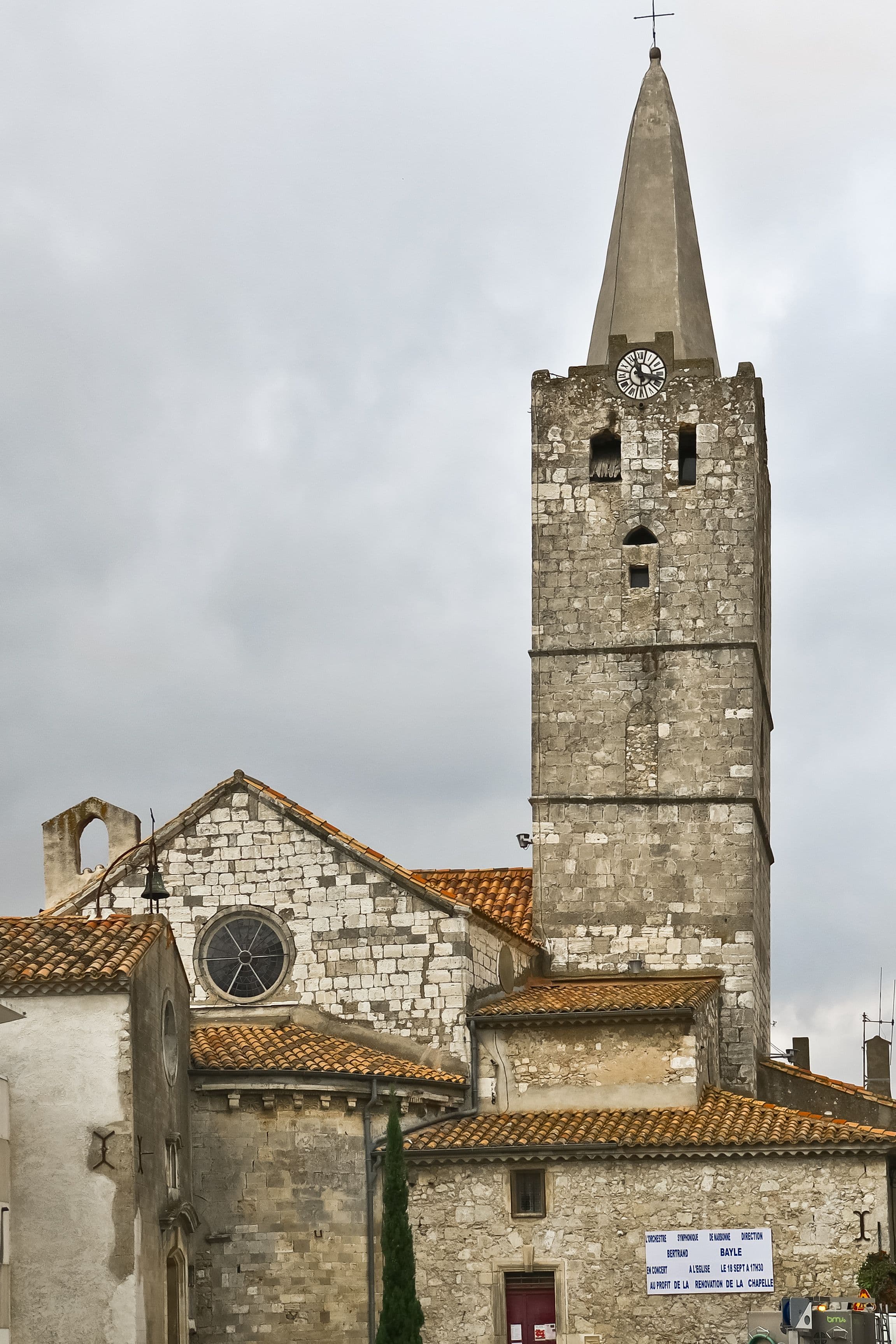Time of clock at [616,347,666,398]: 11:16
